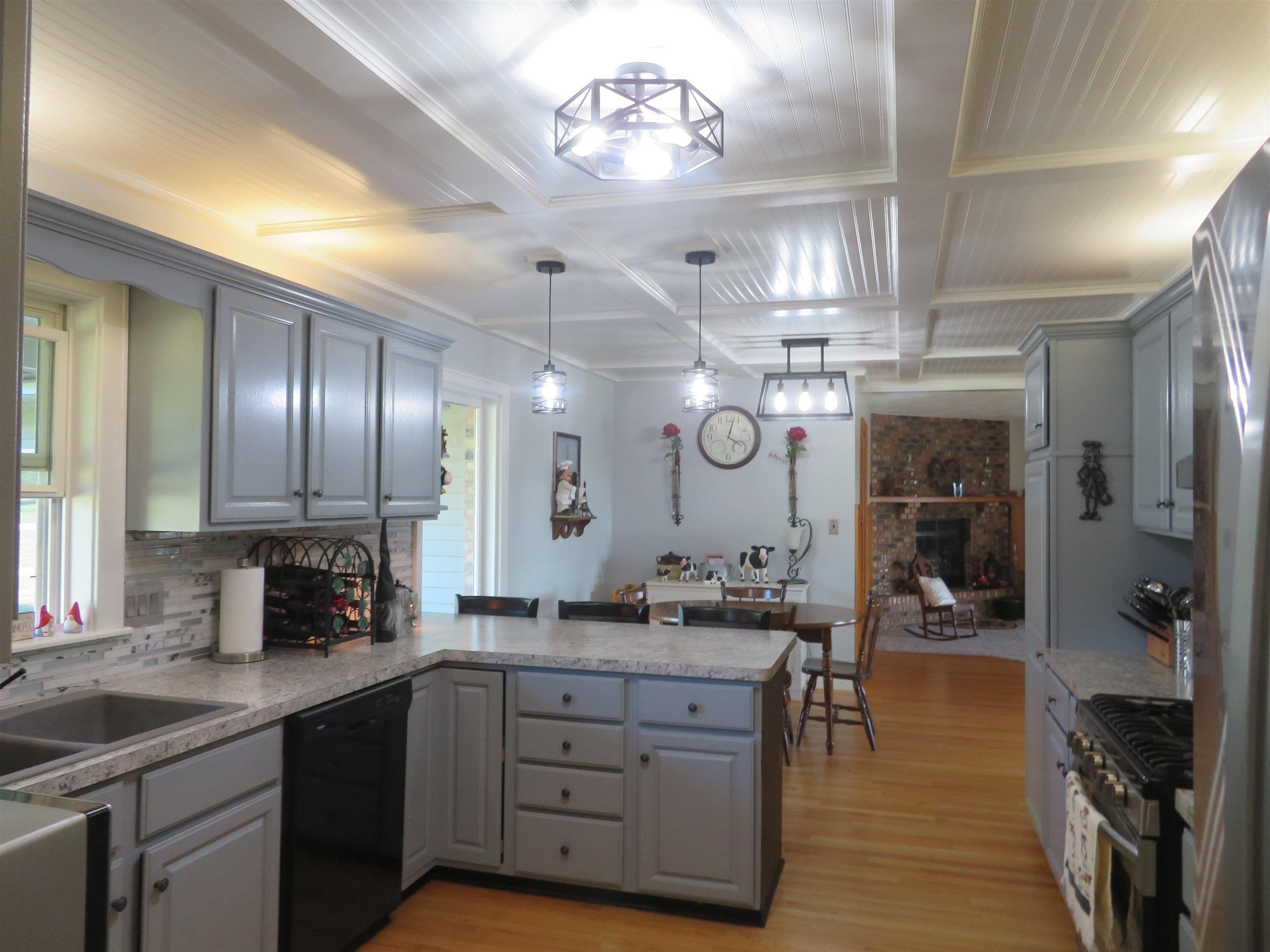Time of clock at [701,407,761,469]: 4:02
